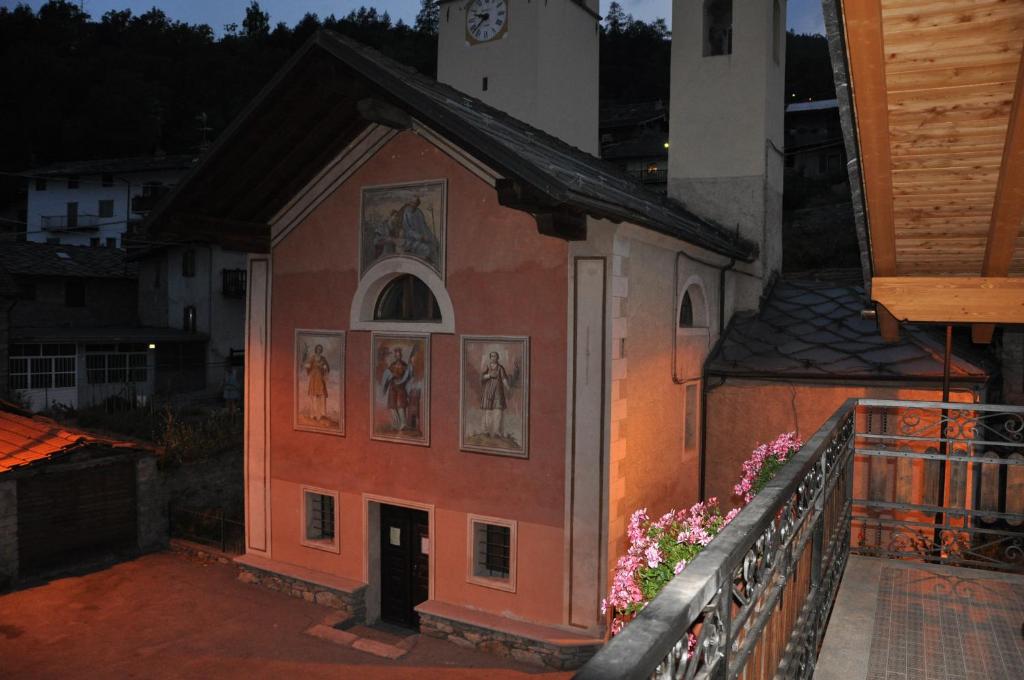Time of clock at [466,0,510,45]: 9:37
